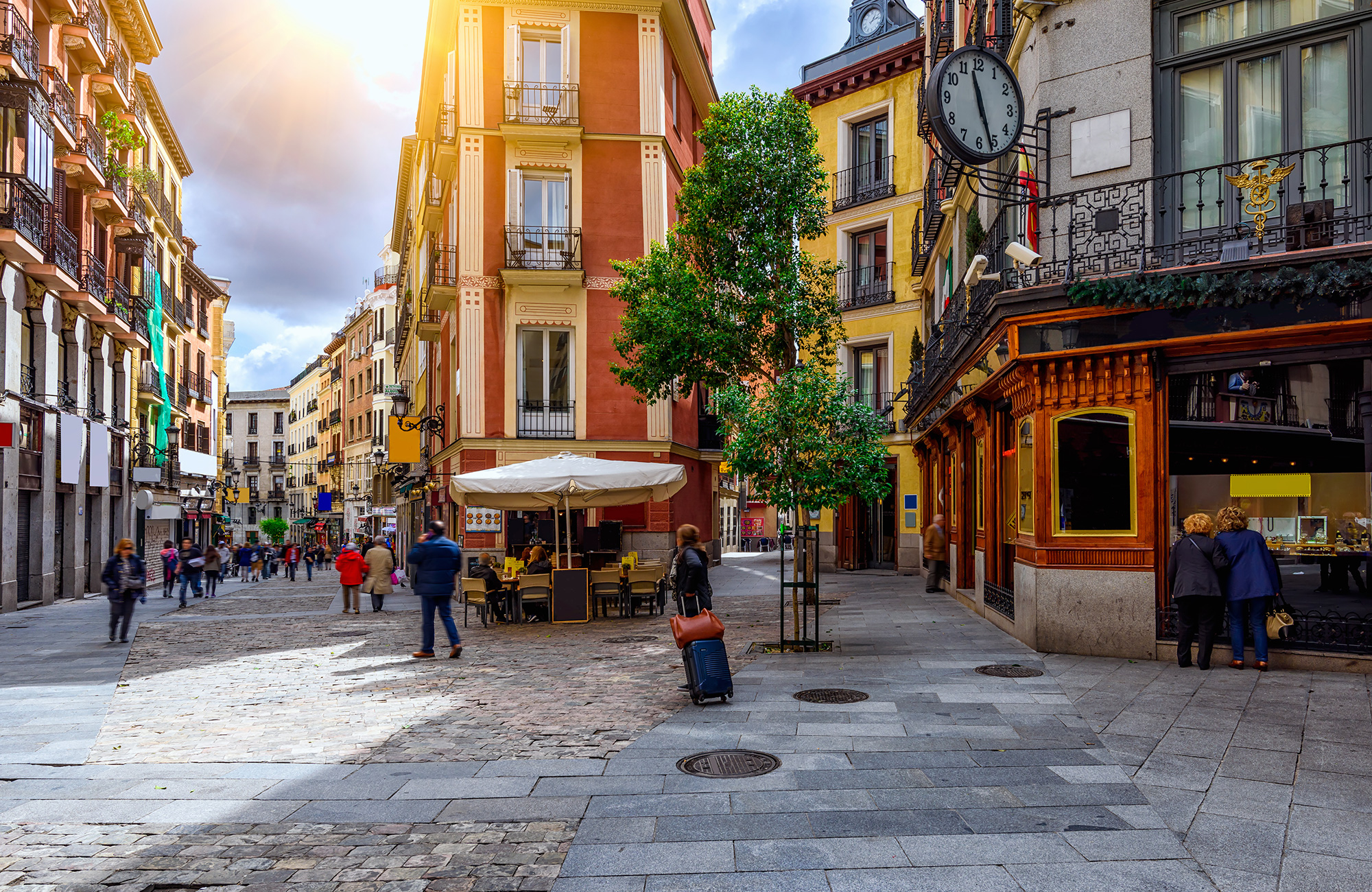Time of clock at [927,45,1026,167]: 11:26
